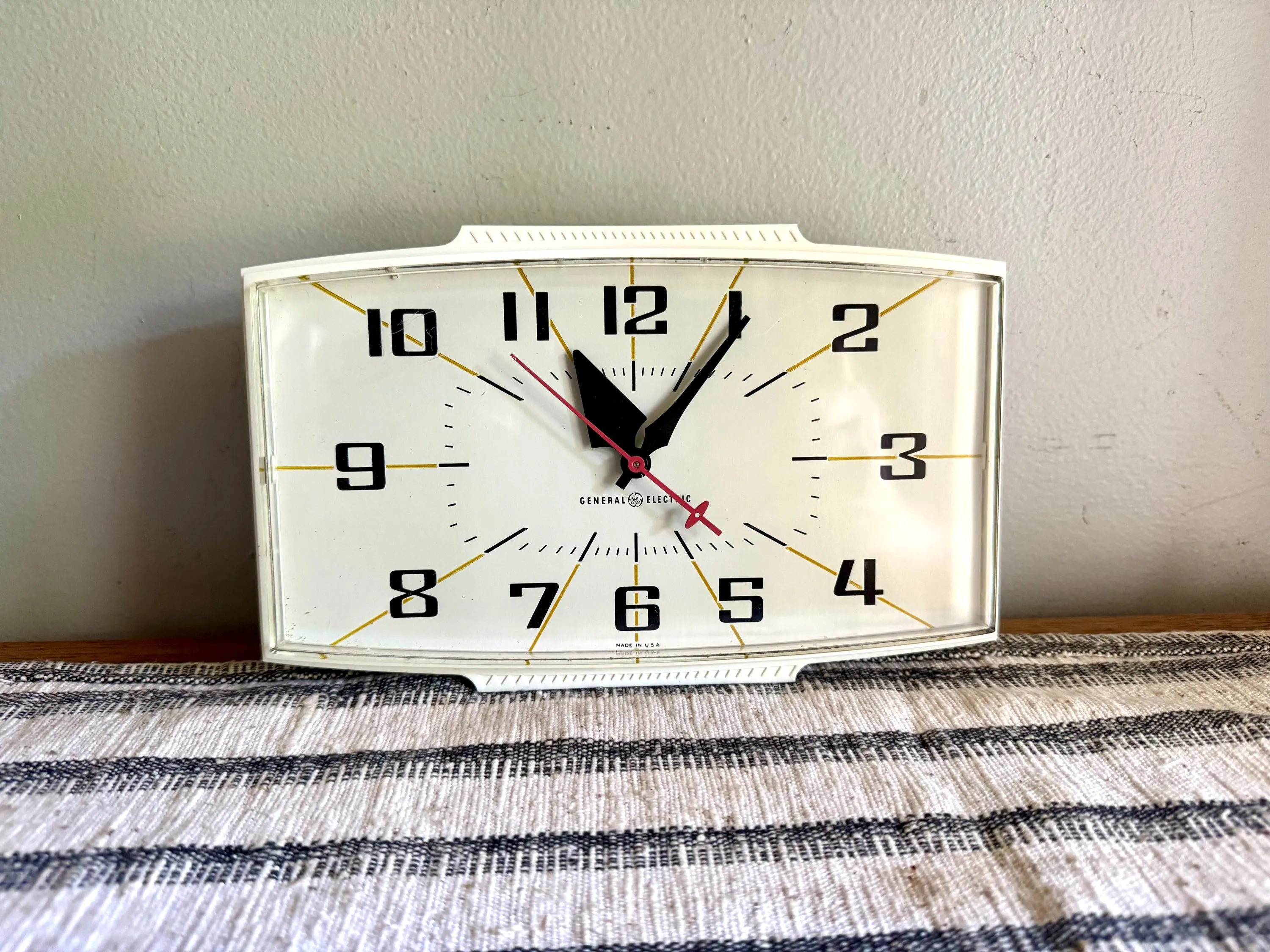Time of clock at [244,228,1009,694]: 11:05
